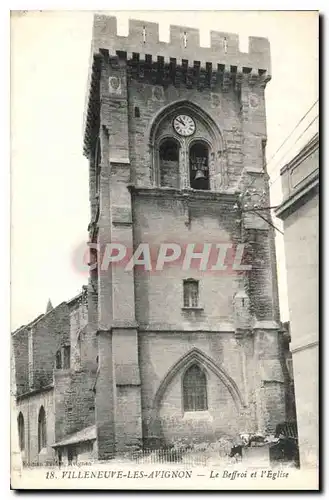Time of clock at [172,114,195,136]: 10:50
